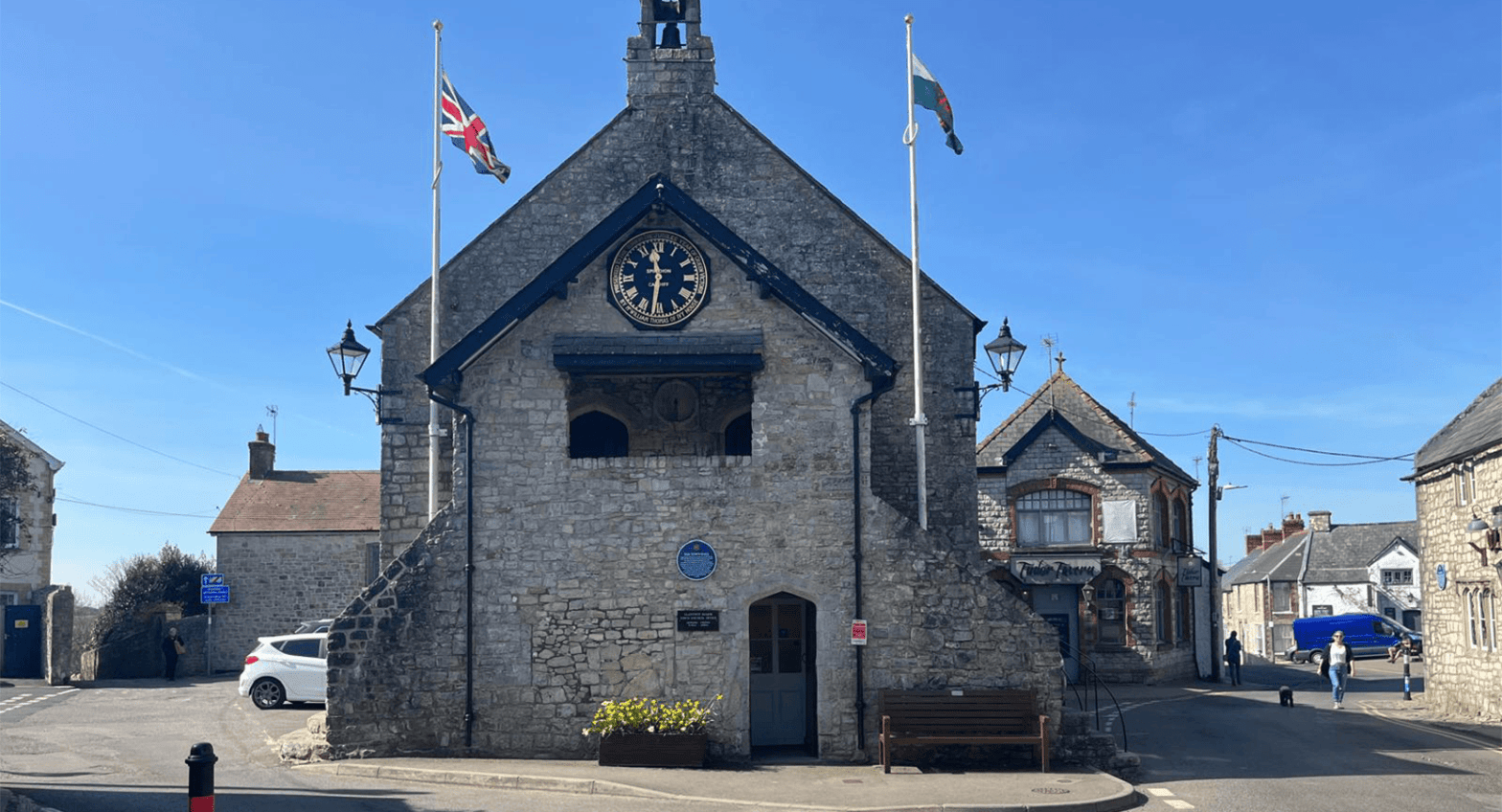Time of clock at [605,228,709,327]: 11:31
